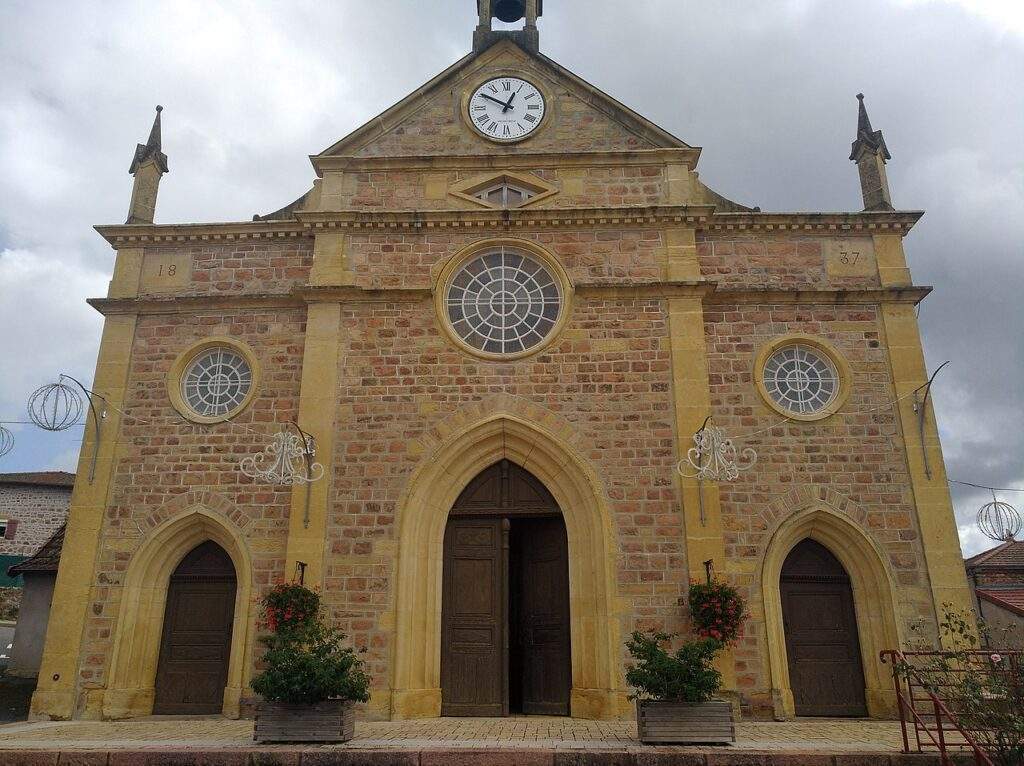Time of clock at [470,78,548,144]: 12:50
